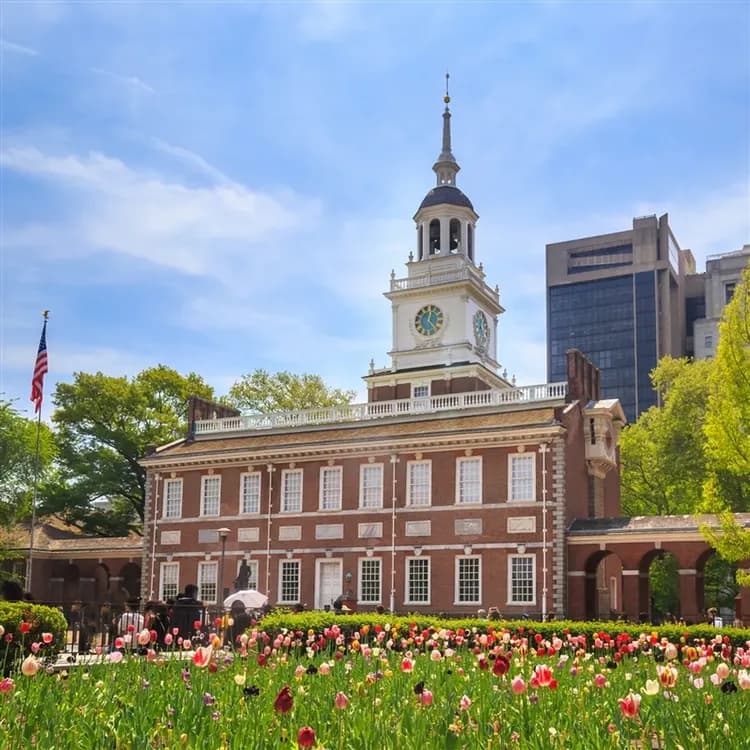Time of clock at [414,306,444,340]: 12:22
